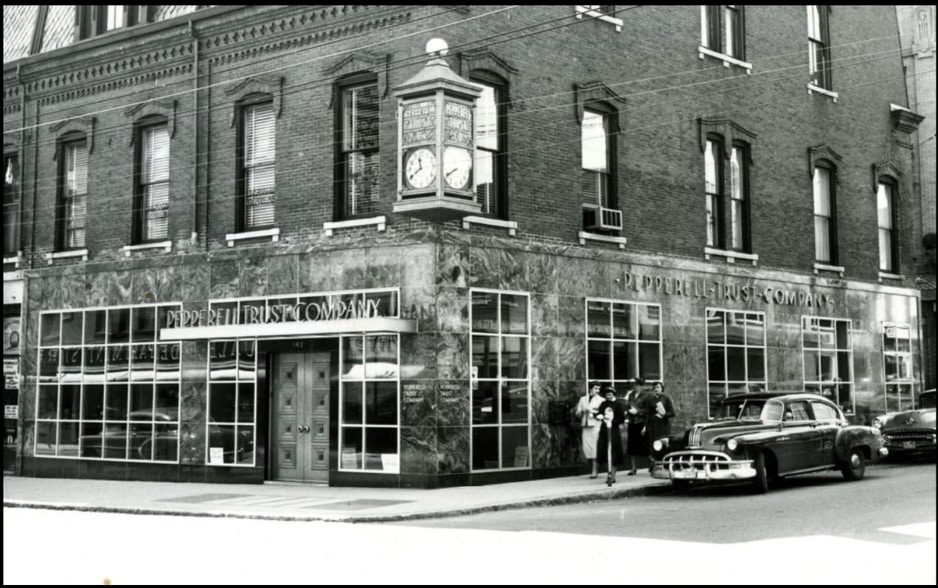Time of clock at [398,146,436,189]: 11:40
